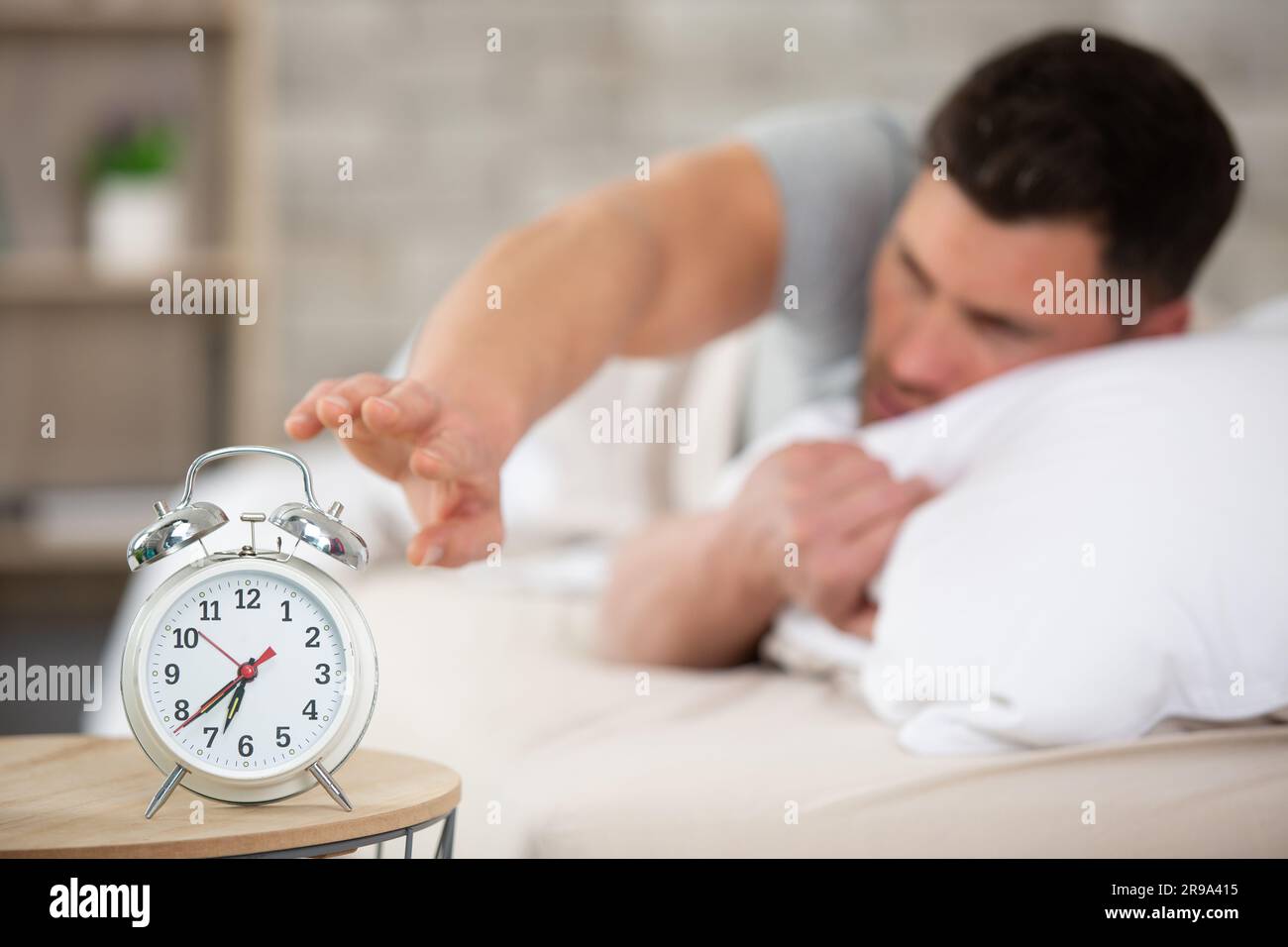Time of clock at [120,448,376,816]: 6:38
